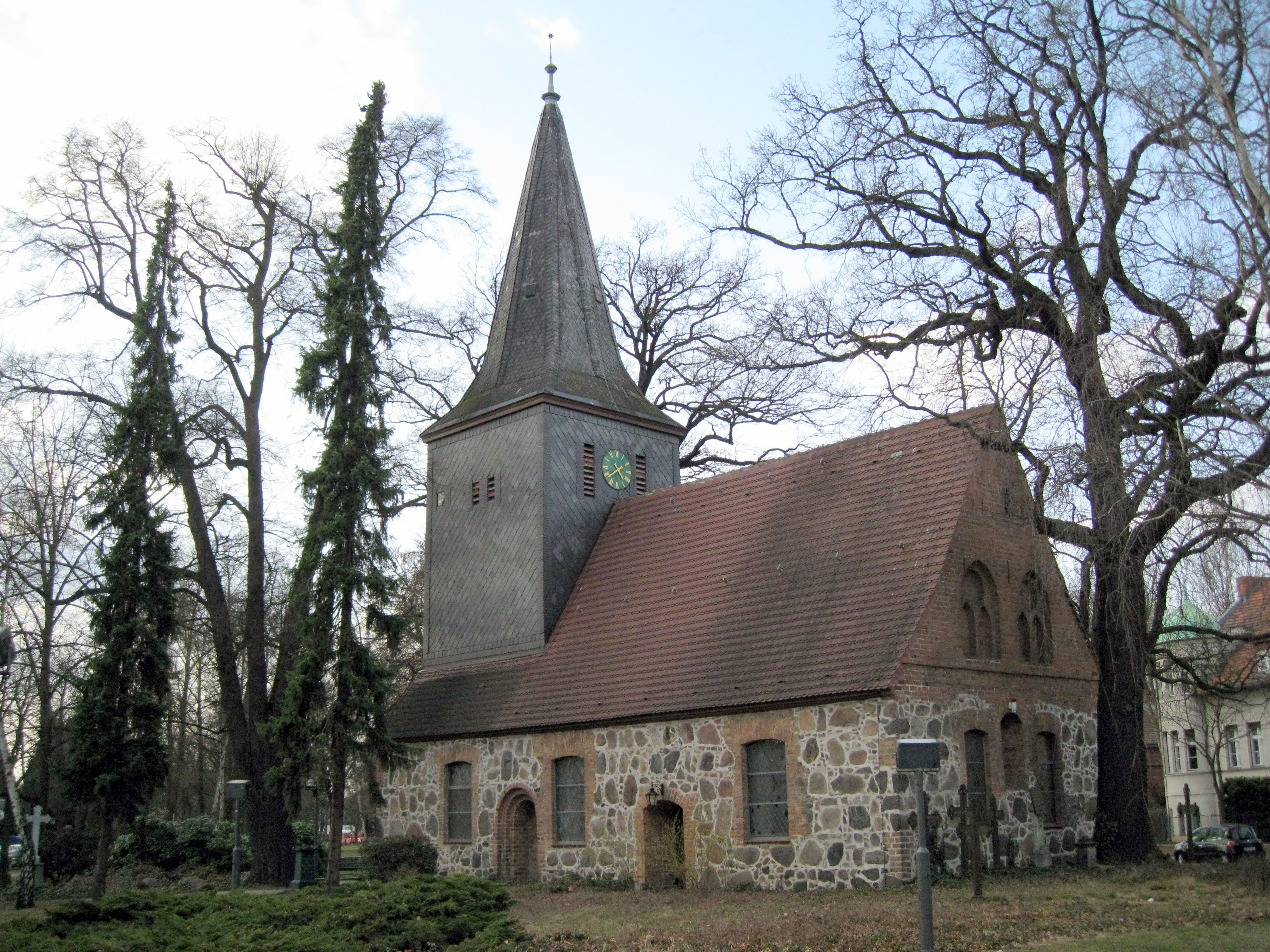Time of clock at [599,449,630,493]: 4:39
